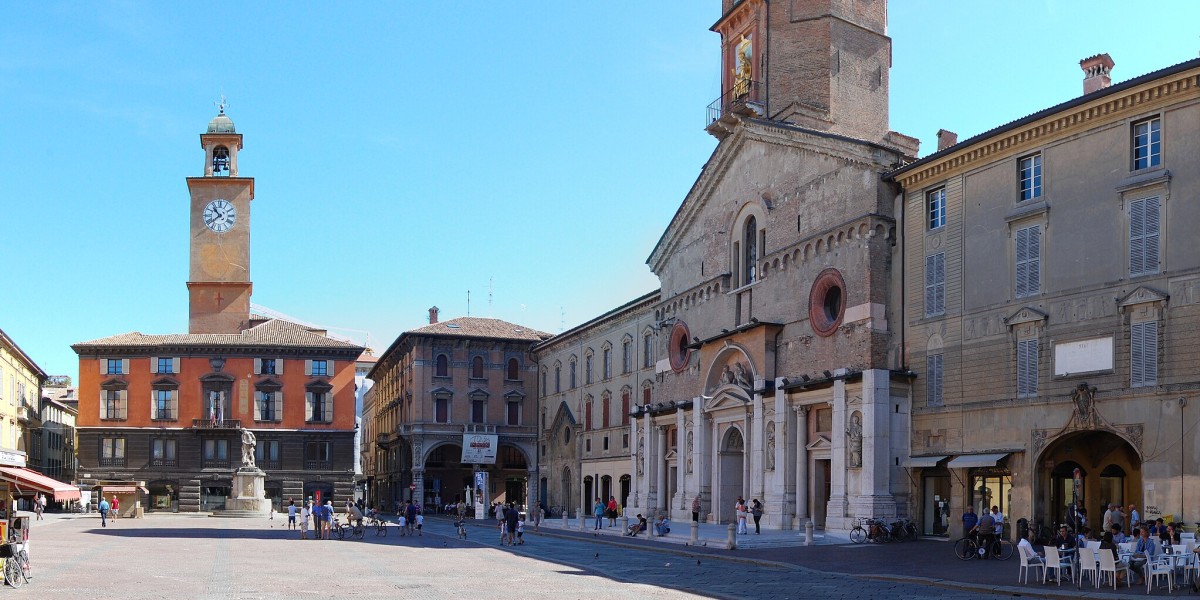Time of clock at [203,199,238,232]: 10:38
